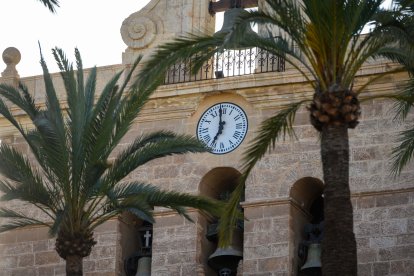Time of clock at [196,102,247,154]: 6:59
